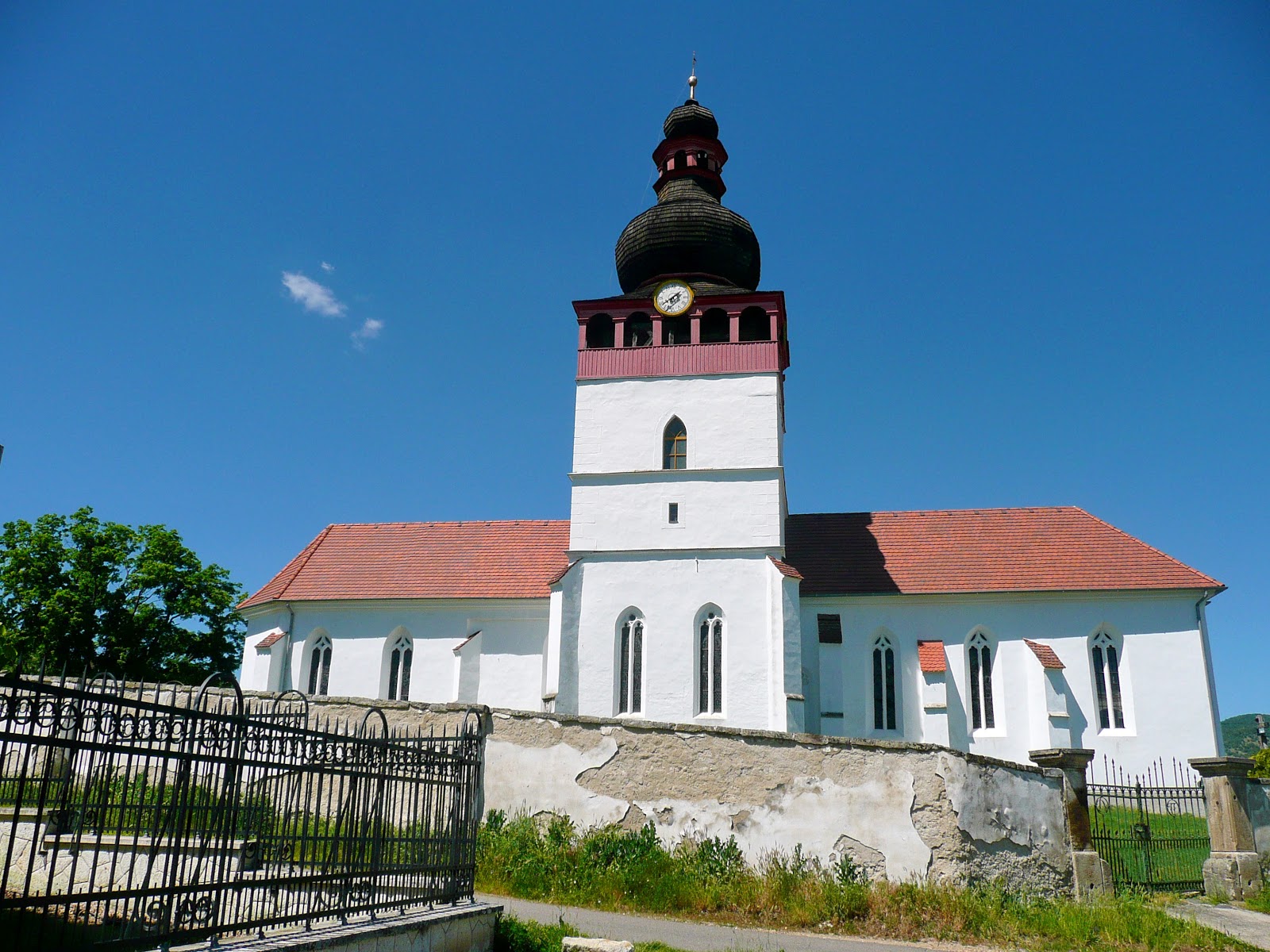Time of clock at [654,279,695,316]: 1:39
